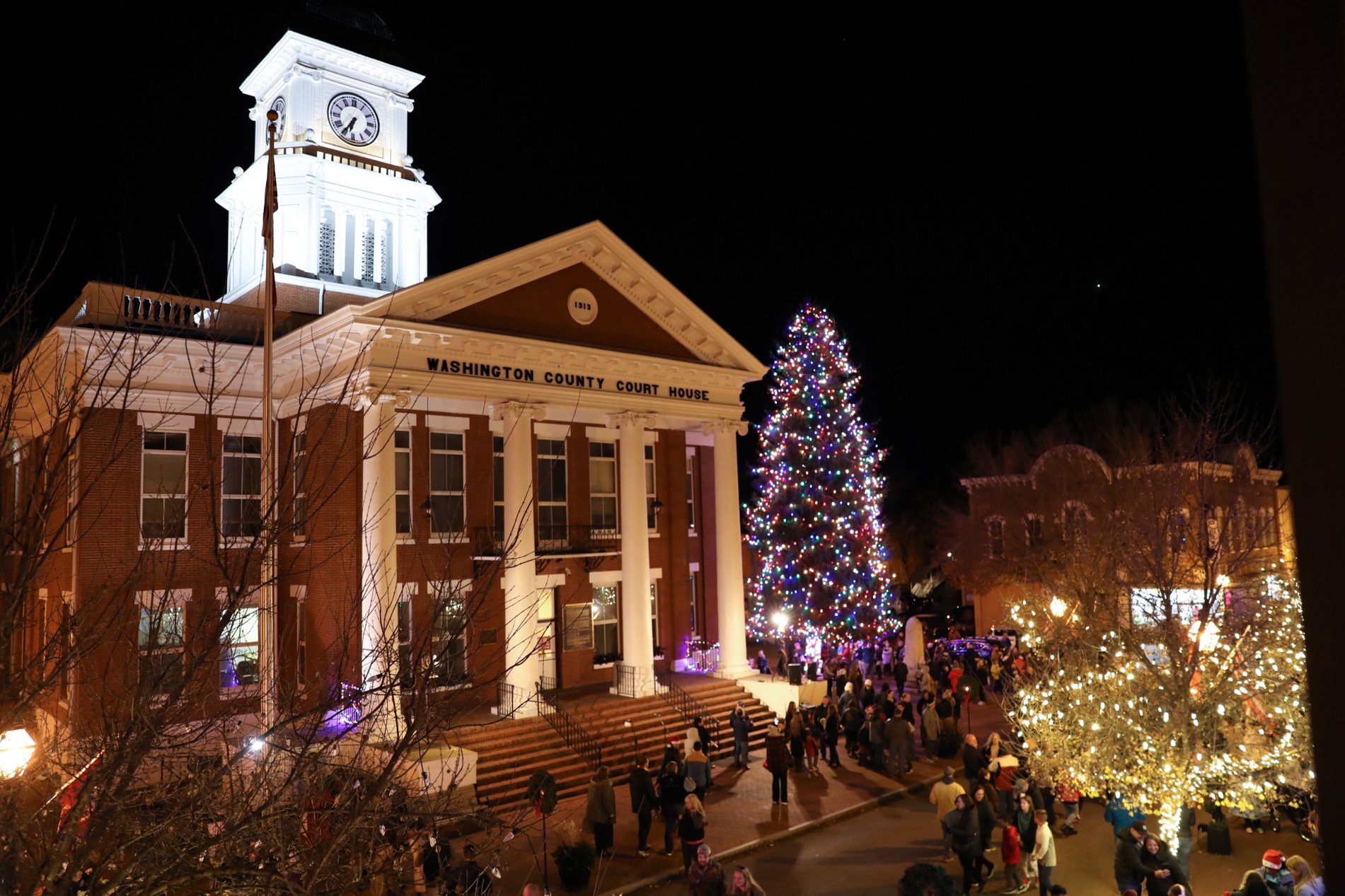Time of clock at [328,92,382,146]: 6:36
